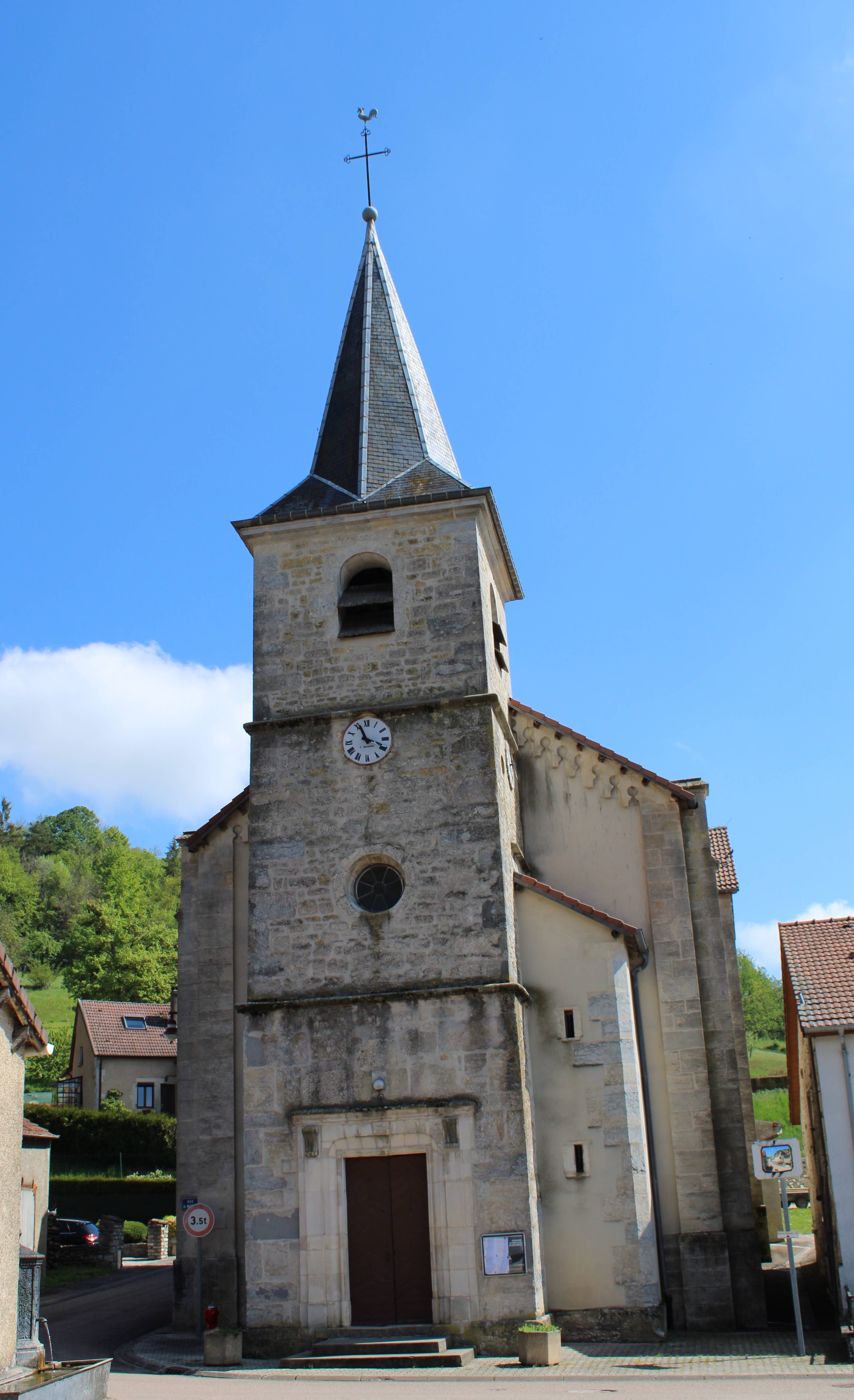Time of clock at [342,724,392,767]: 11:18
